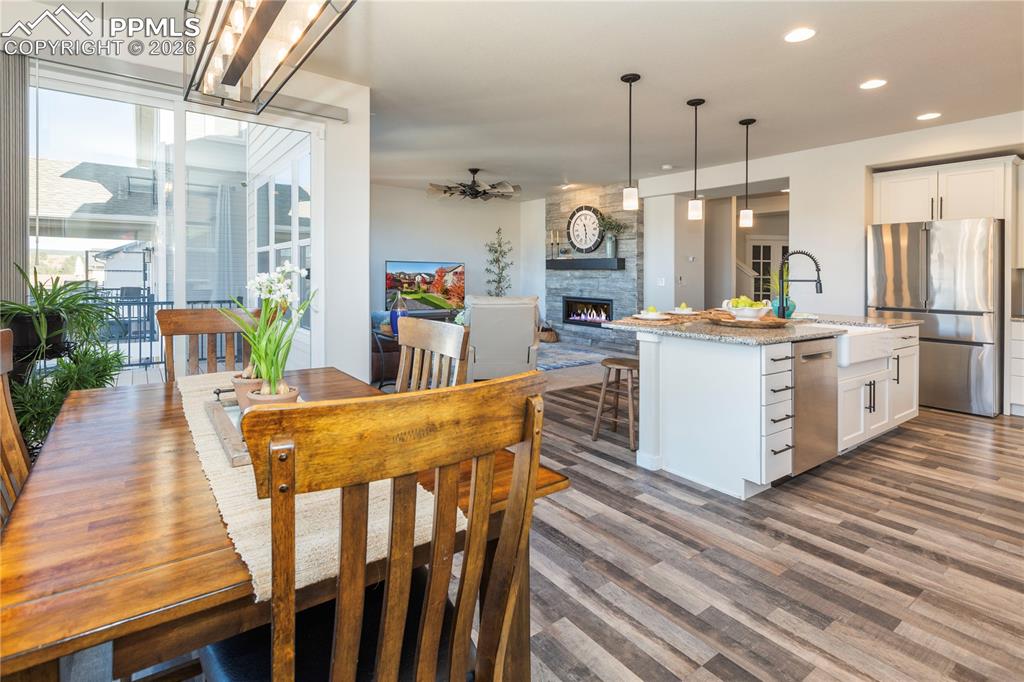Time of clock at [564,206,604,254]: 11:29
